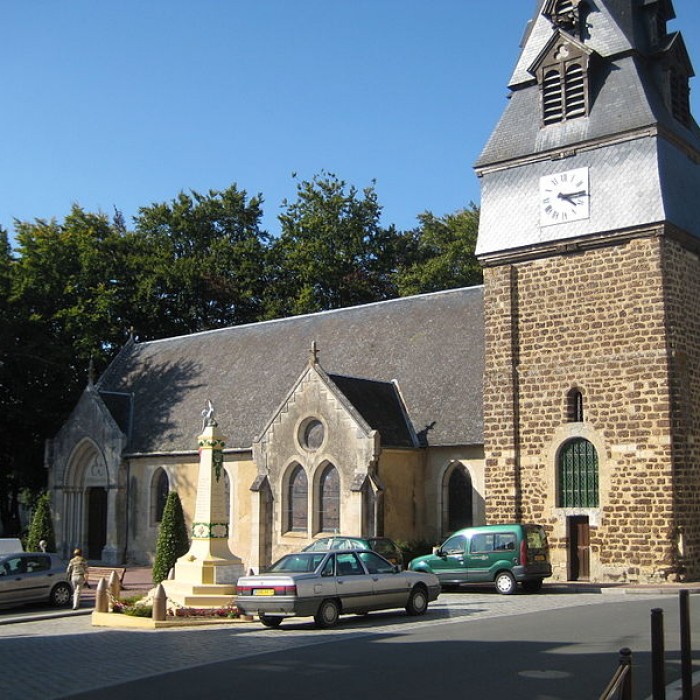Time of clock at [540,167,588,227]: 4:14
